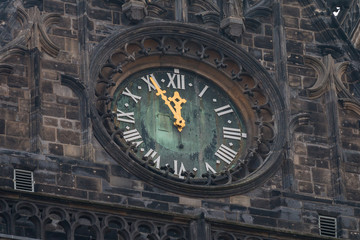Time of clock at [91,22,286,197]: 11:55
